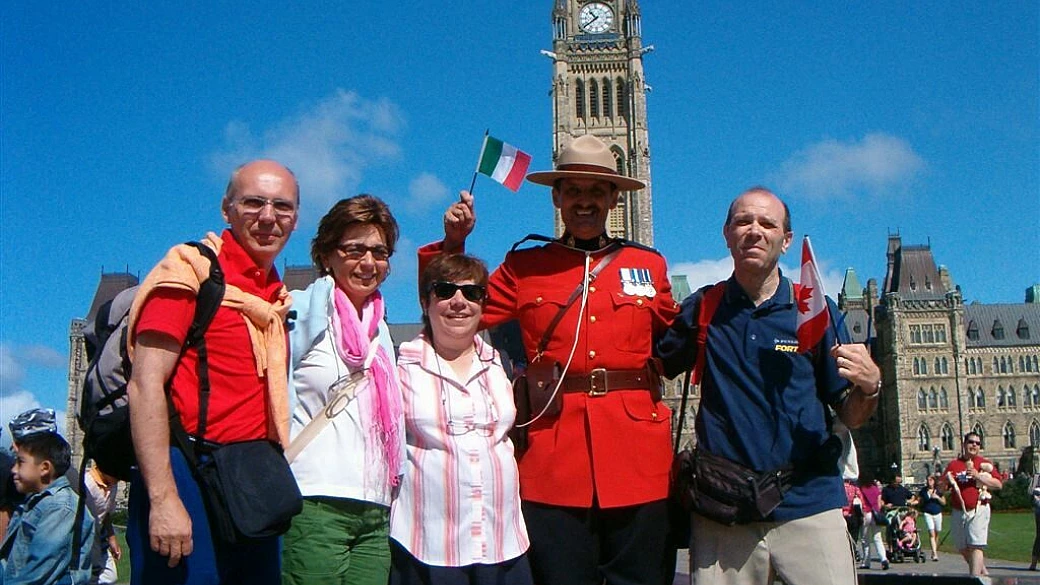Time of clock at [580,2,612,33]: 10:39
